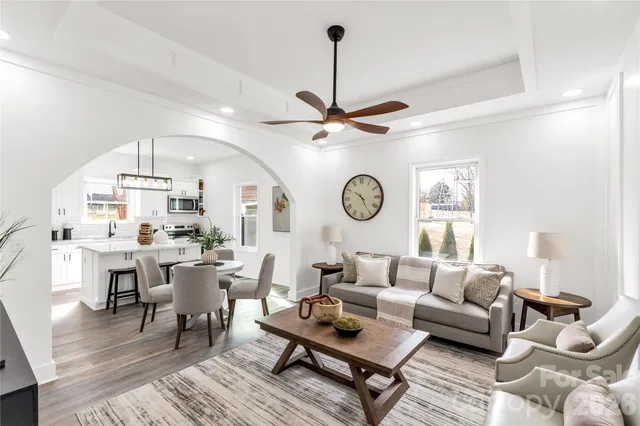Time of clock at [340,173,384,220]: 10:25
